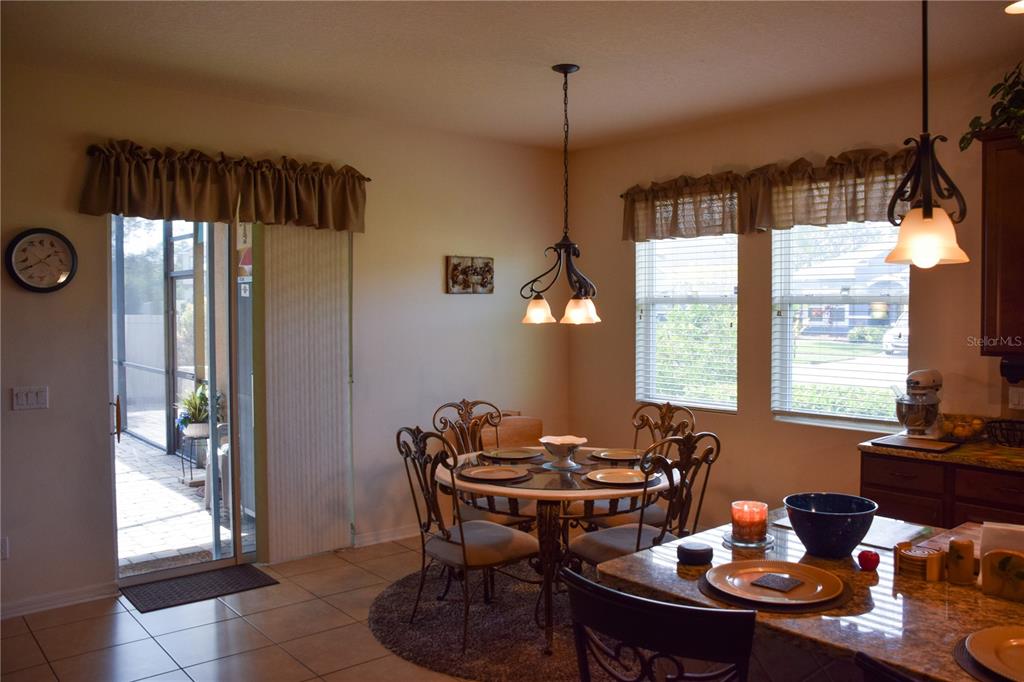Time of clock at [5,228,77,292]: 1:40
